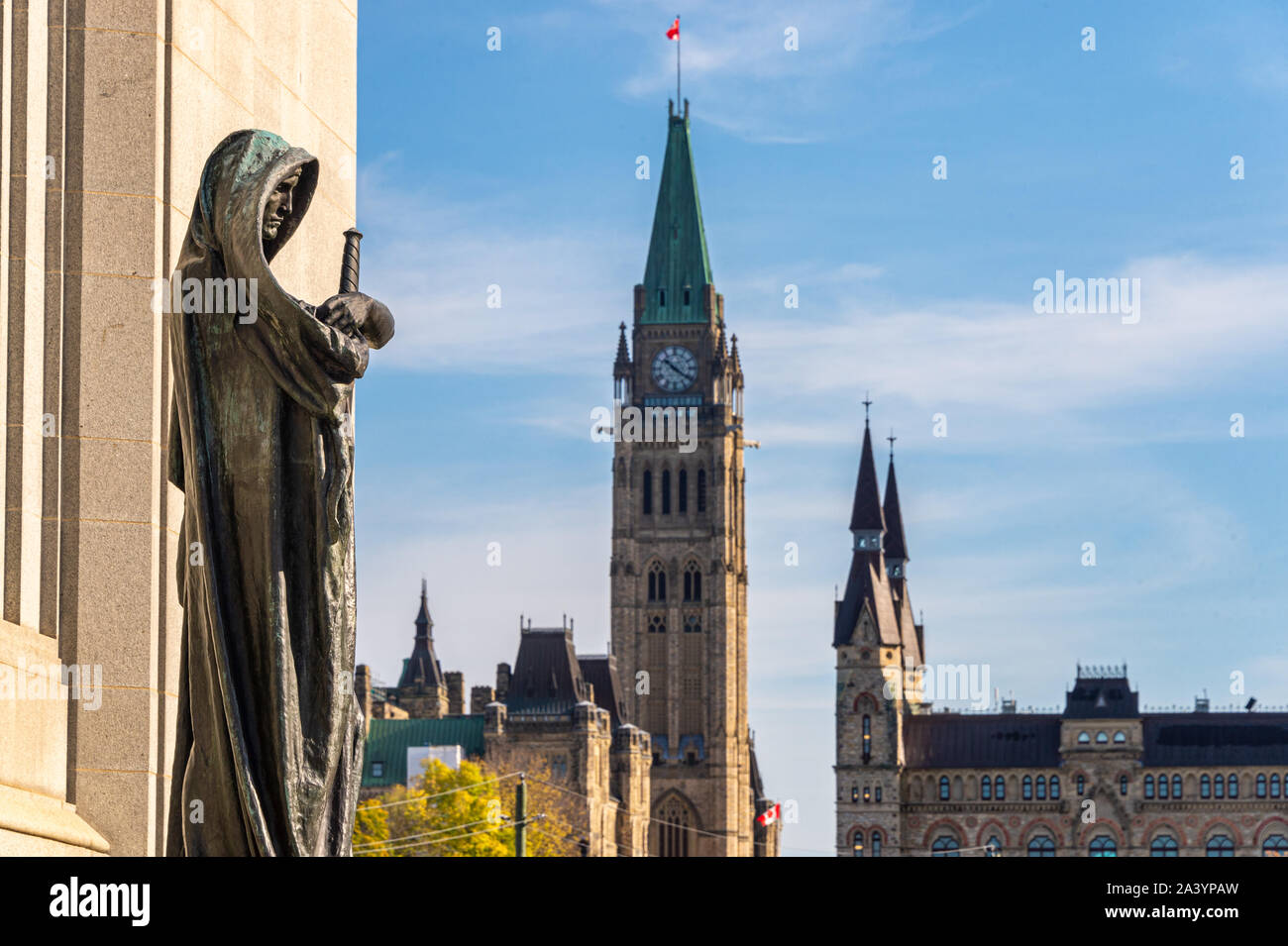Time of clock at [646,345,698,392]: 10:20
